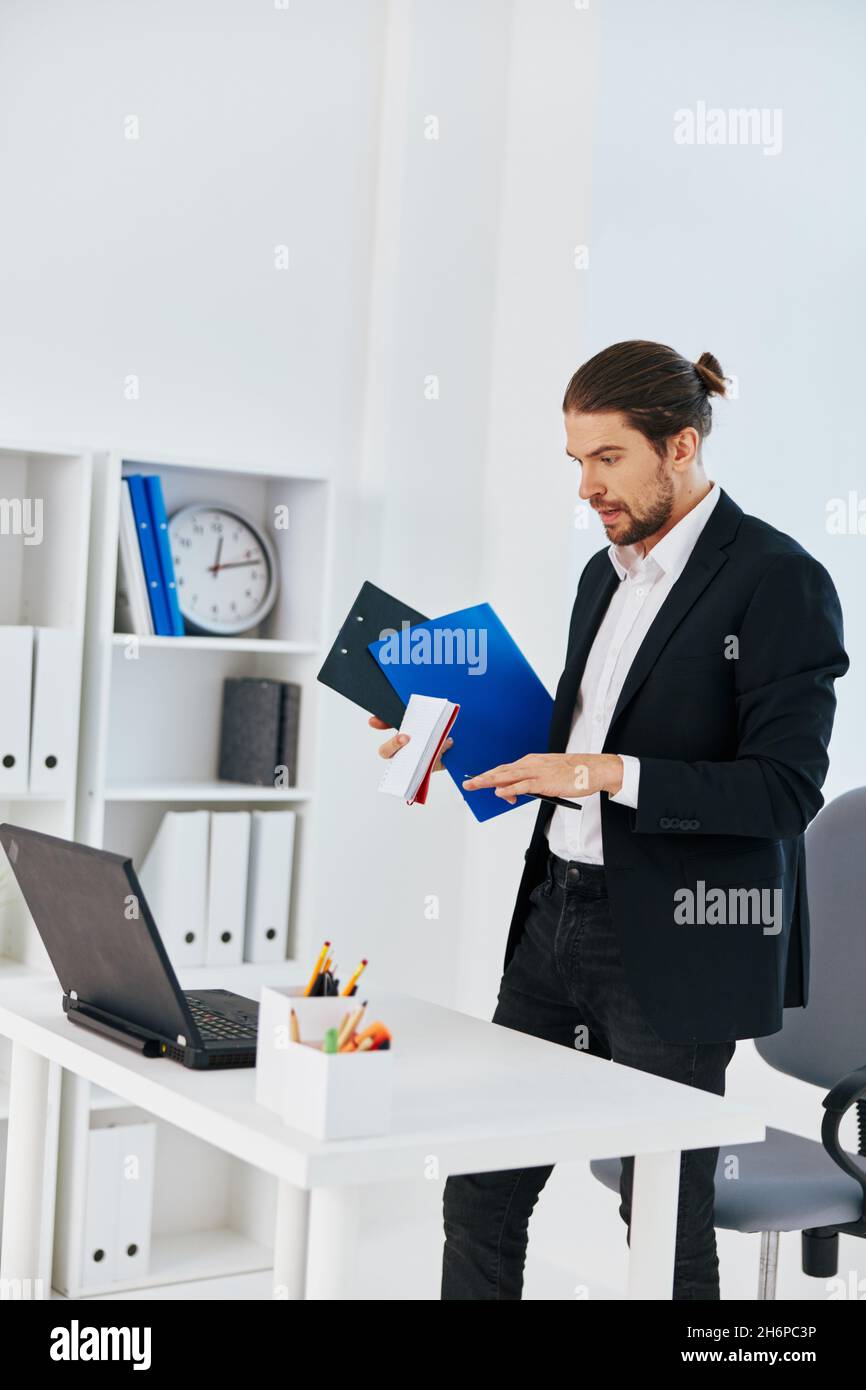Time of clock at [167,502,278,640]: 12:12
